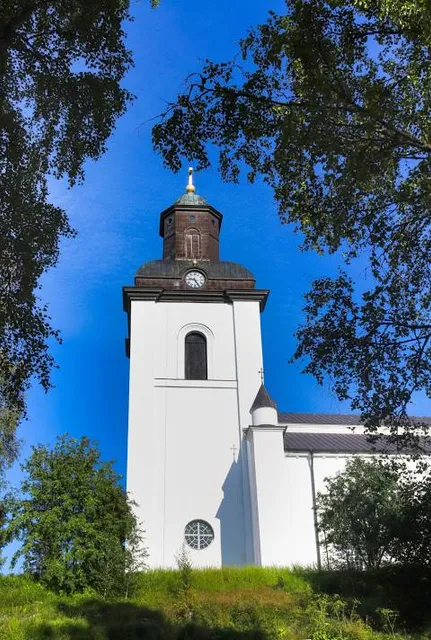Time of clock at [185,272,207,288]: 9:25
